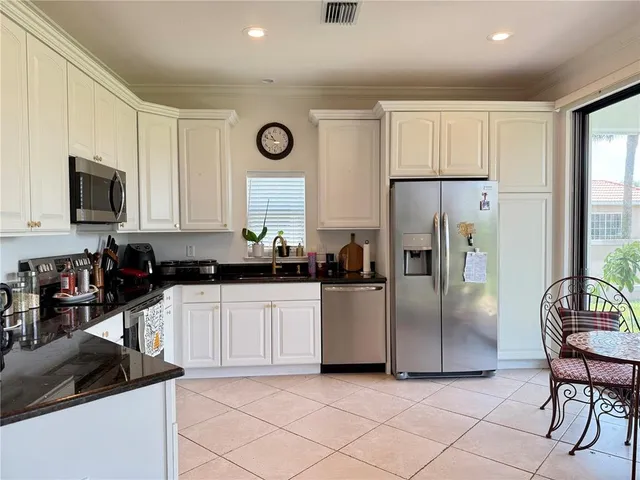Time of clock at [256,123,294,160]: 10:47
